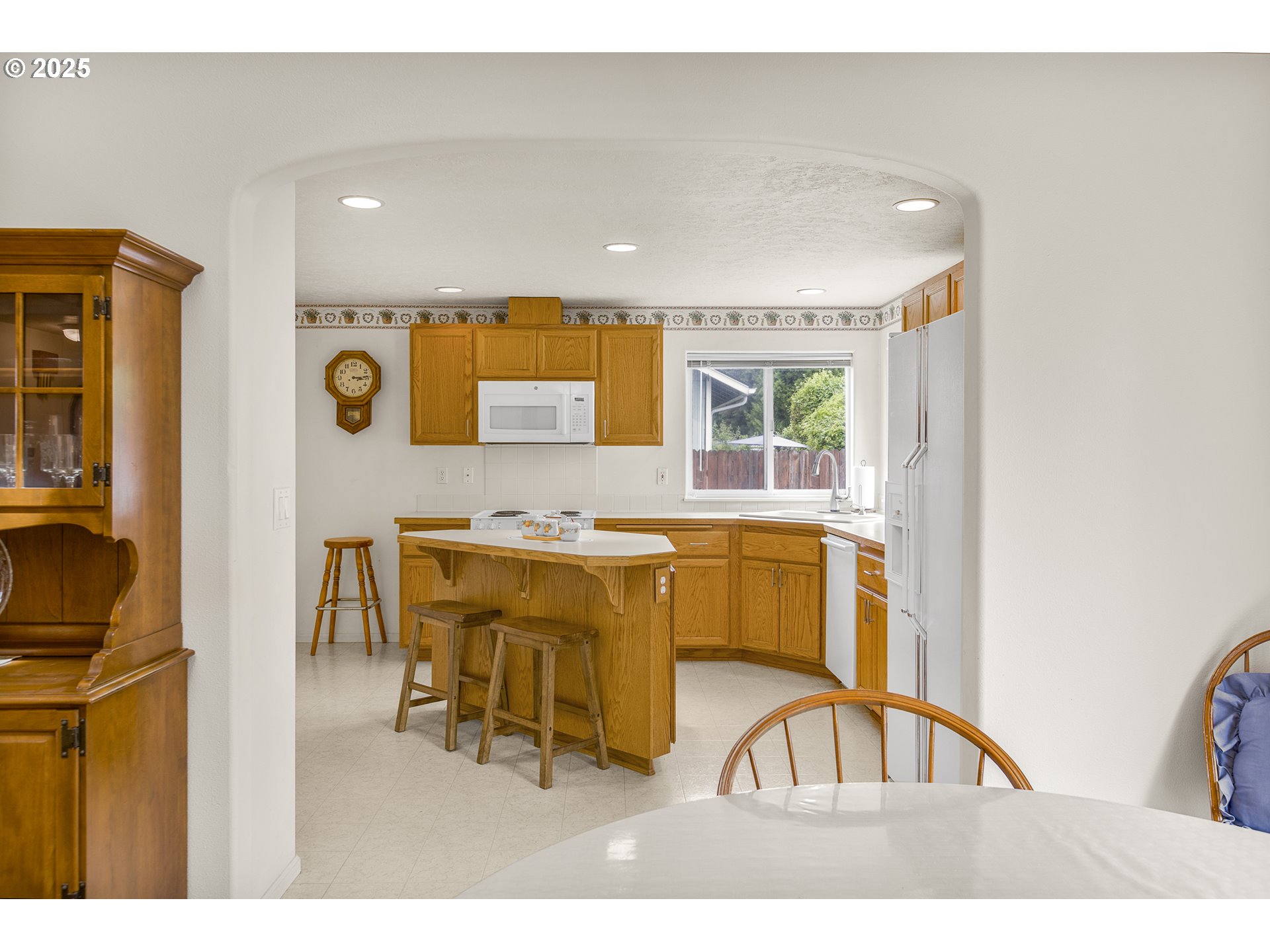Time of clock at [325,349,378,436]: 3:13
